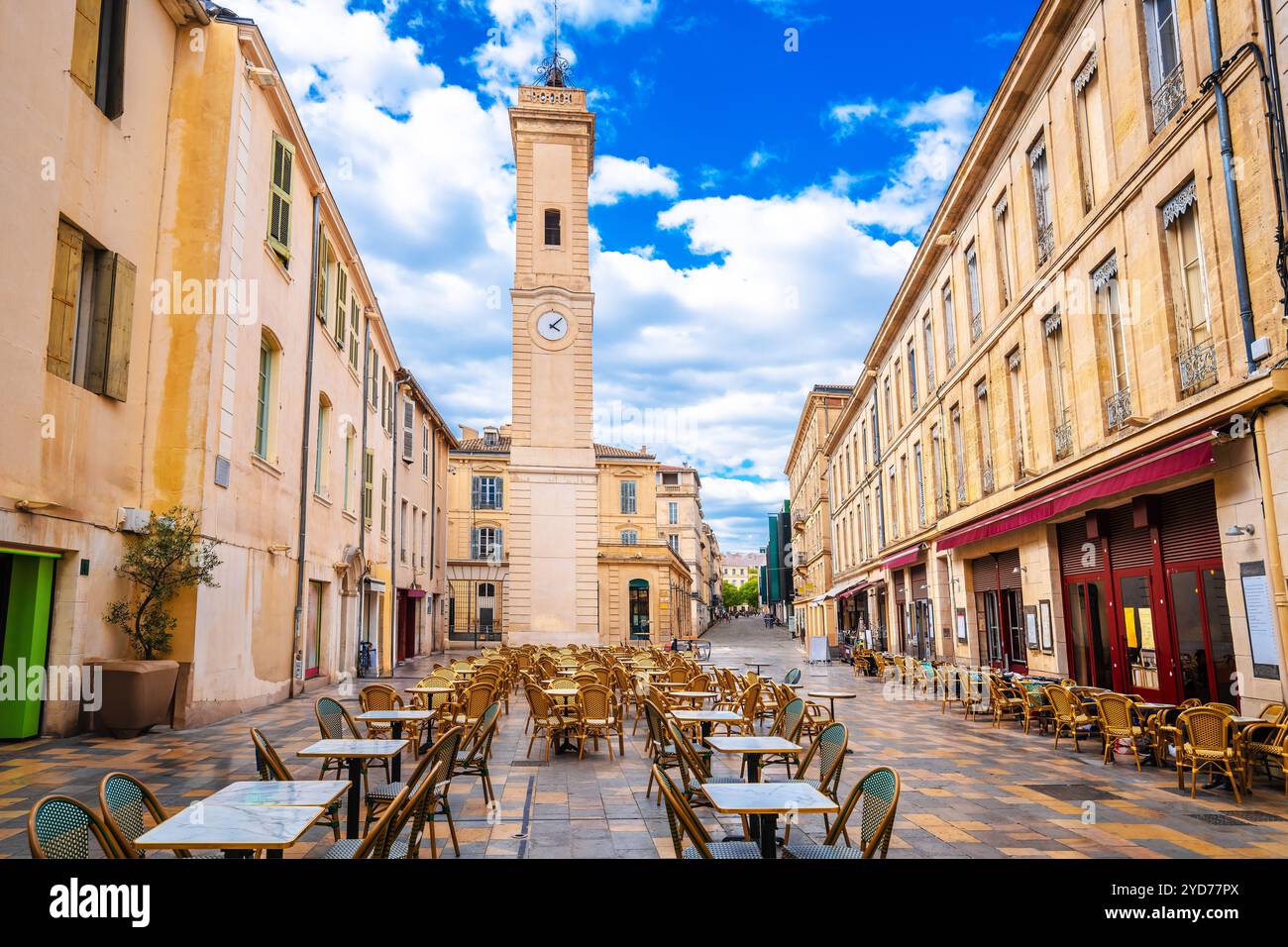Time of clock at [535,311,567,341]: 4:07
